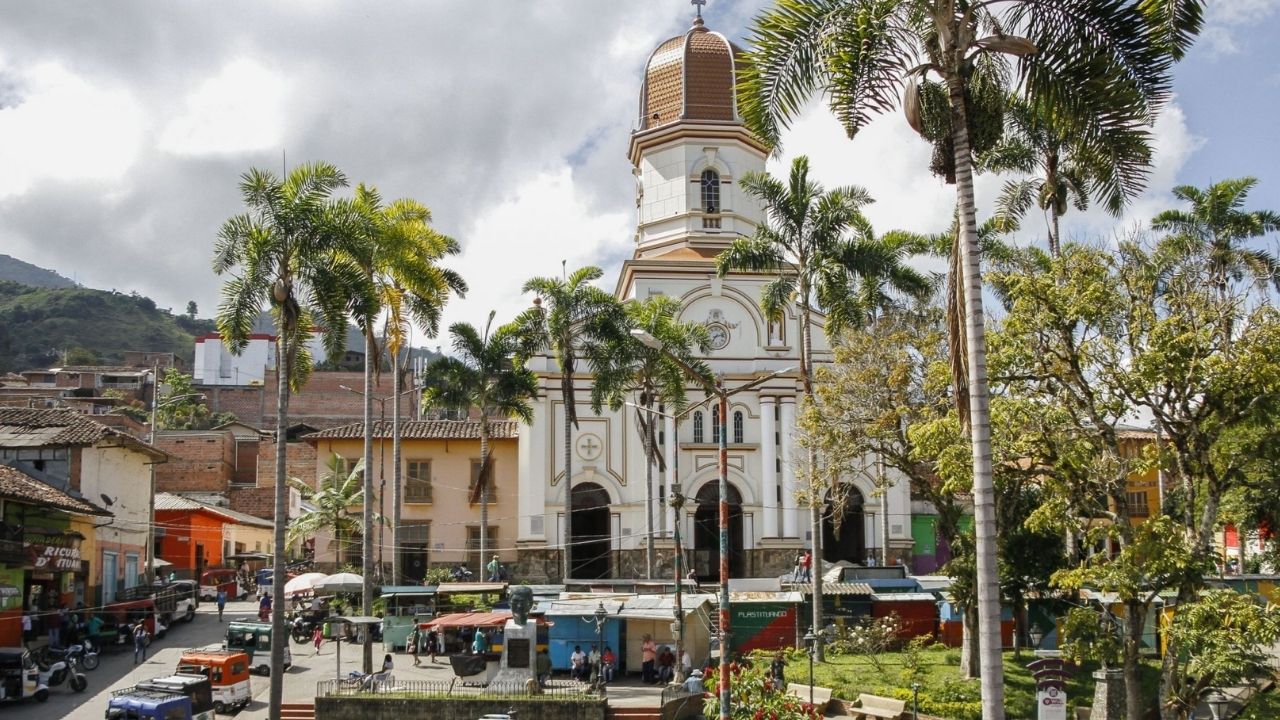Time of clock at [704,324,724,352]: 7:12
